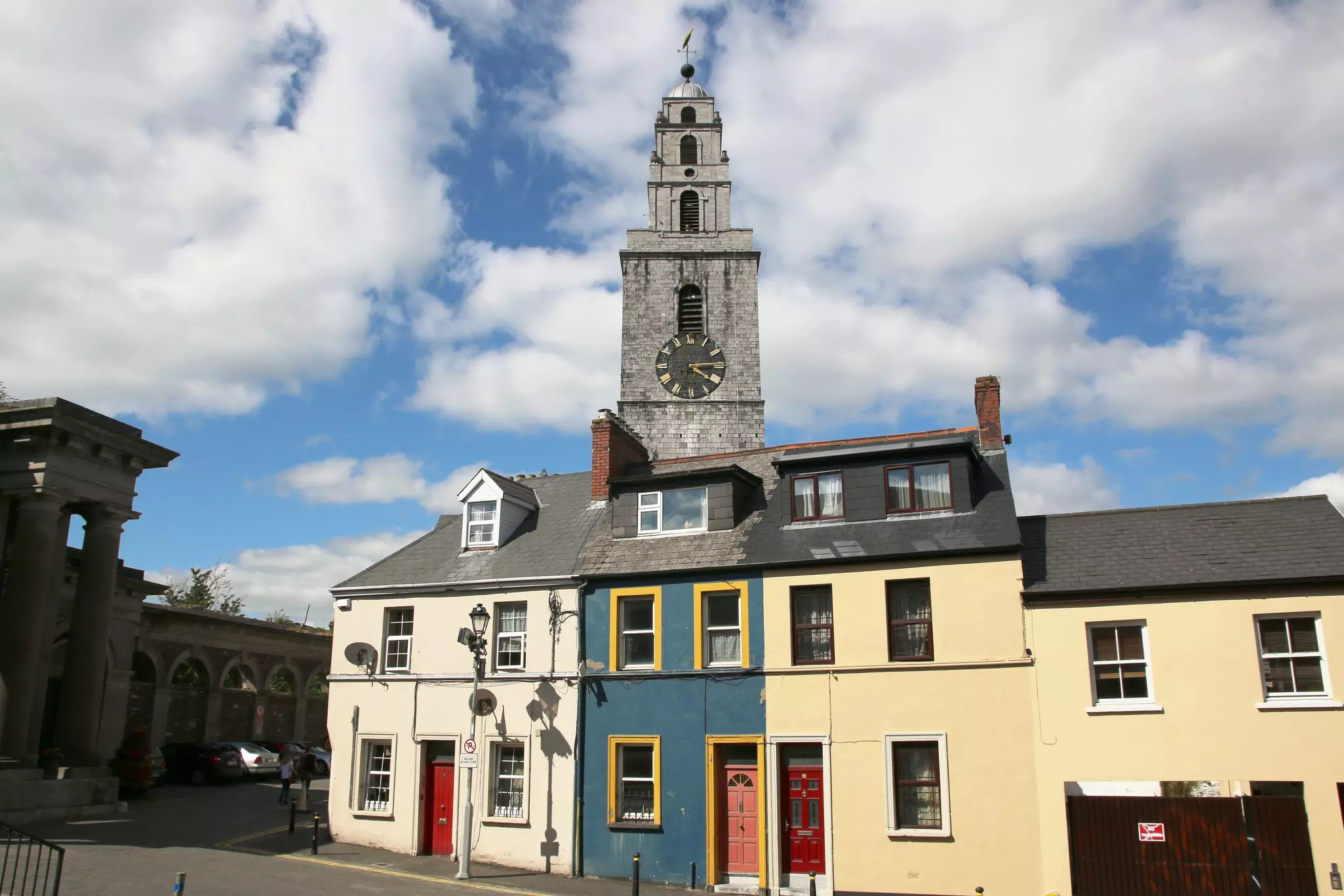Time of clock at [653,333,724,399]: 4:14
